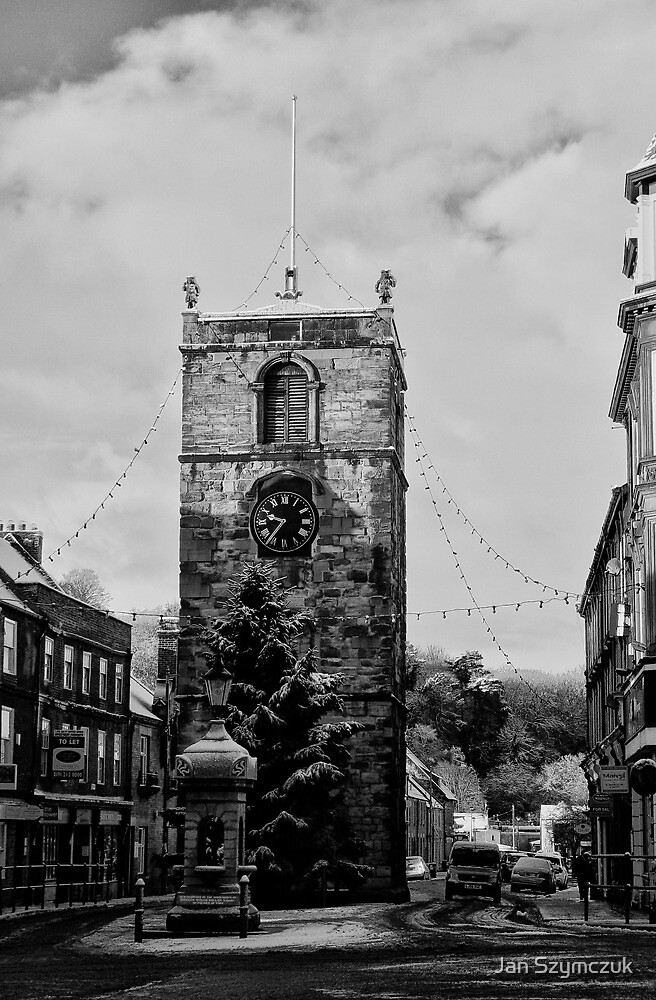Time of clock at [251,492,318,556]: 9:36
